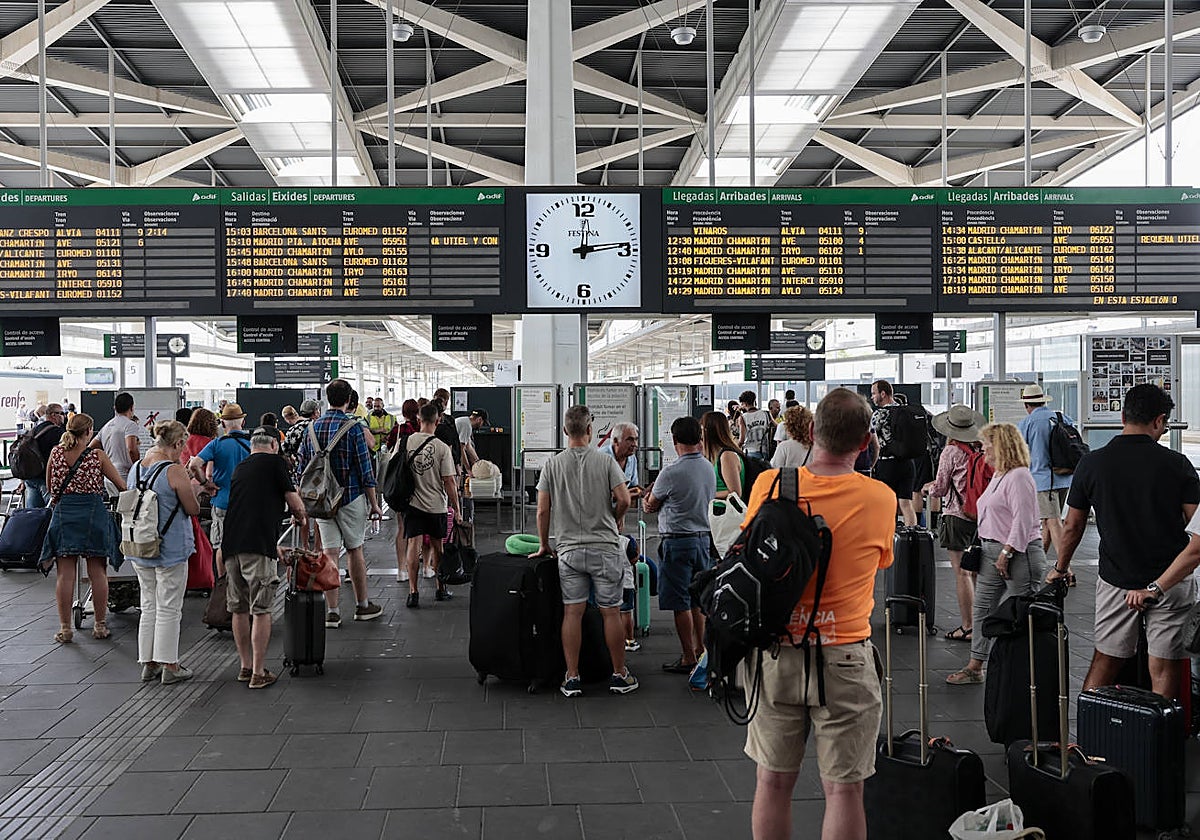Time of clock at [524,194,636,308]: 12:13
